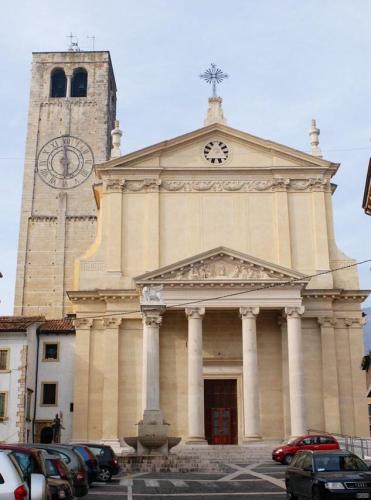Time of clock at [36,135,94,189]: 5:59
